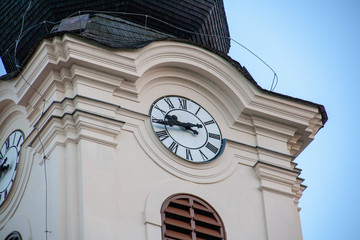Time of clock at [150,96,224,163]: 9:44
